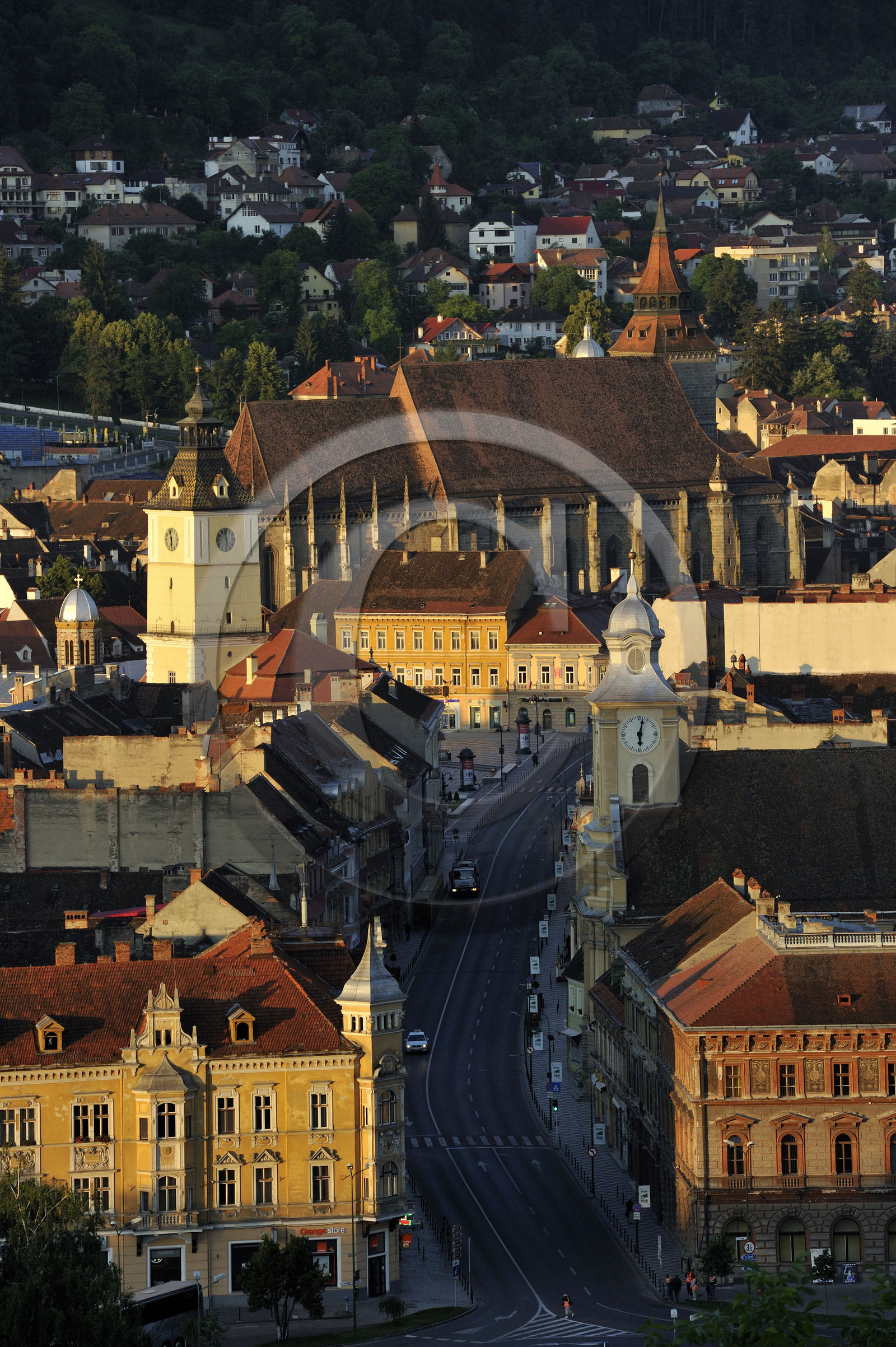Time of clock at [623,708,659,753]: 6:02
